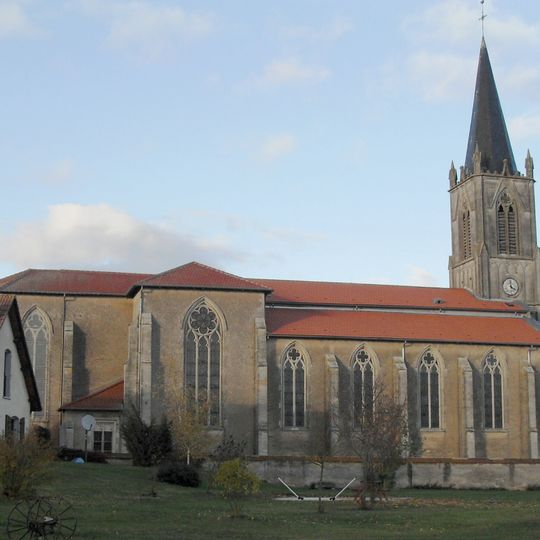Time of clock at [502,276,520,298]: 3:58
